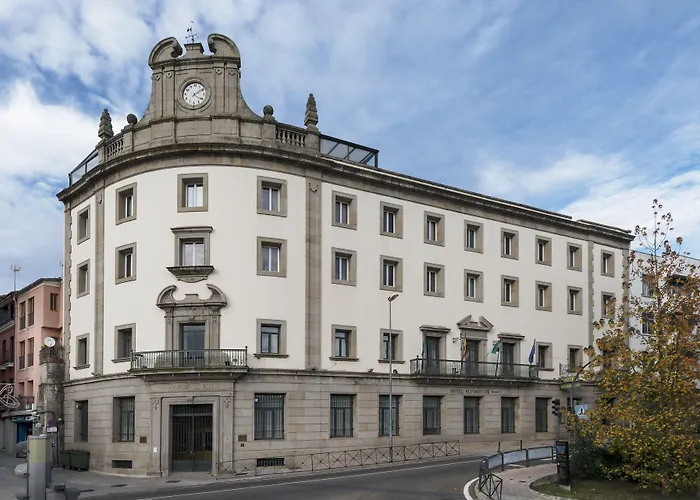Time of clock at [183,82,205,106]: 4:09
